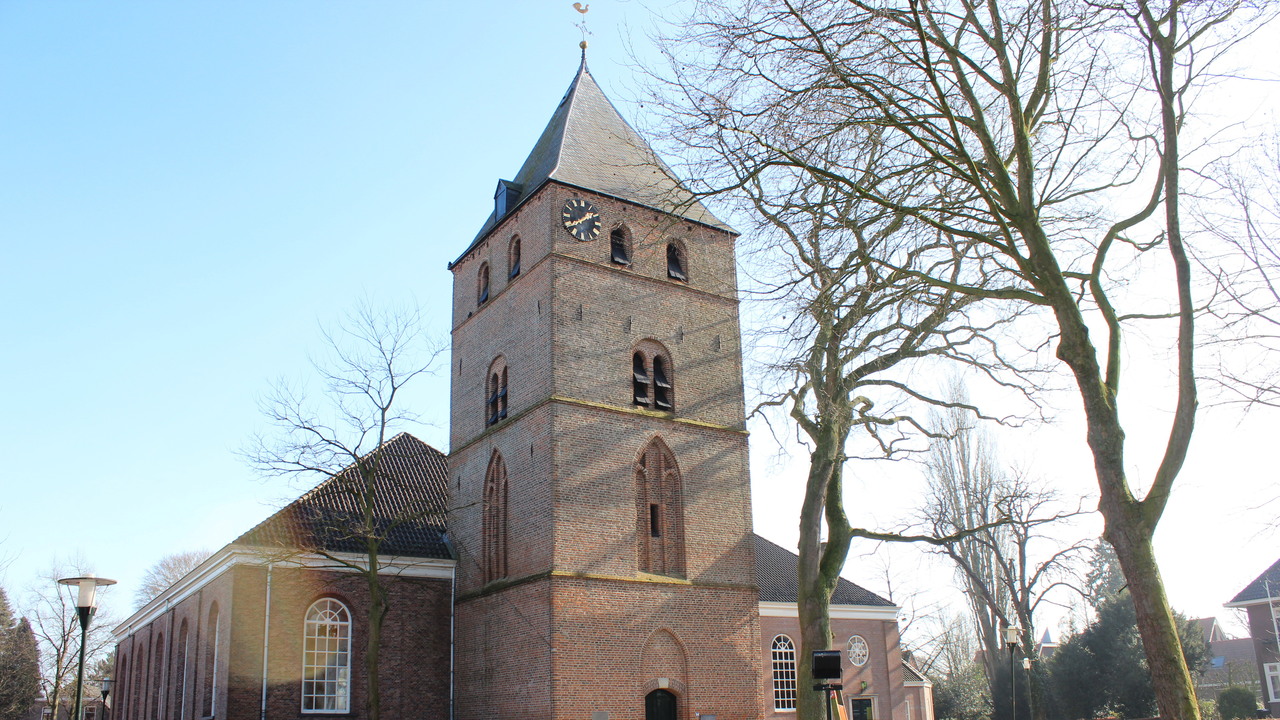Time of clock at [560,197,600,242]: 1:39
